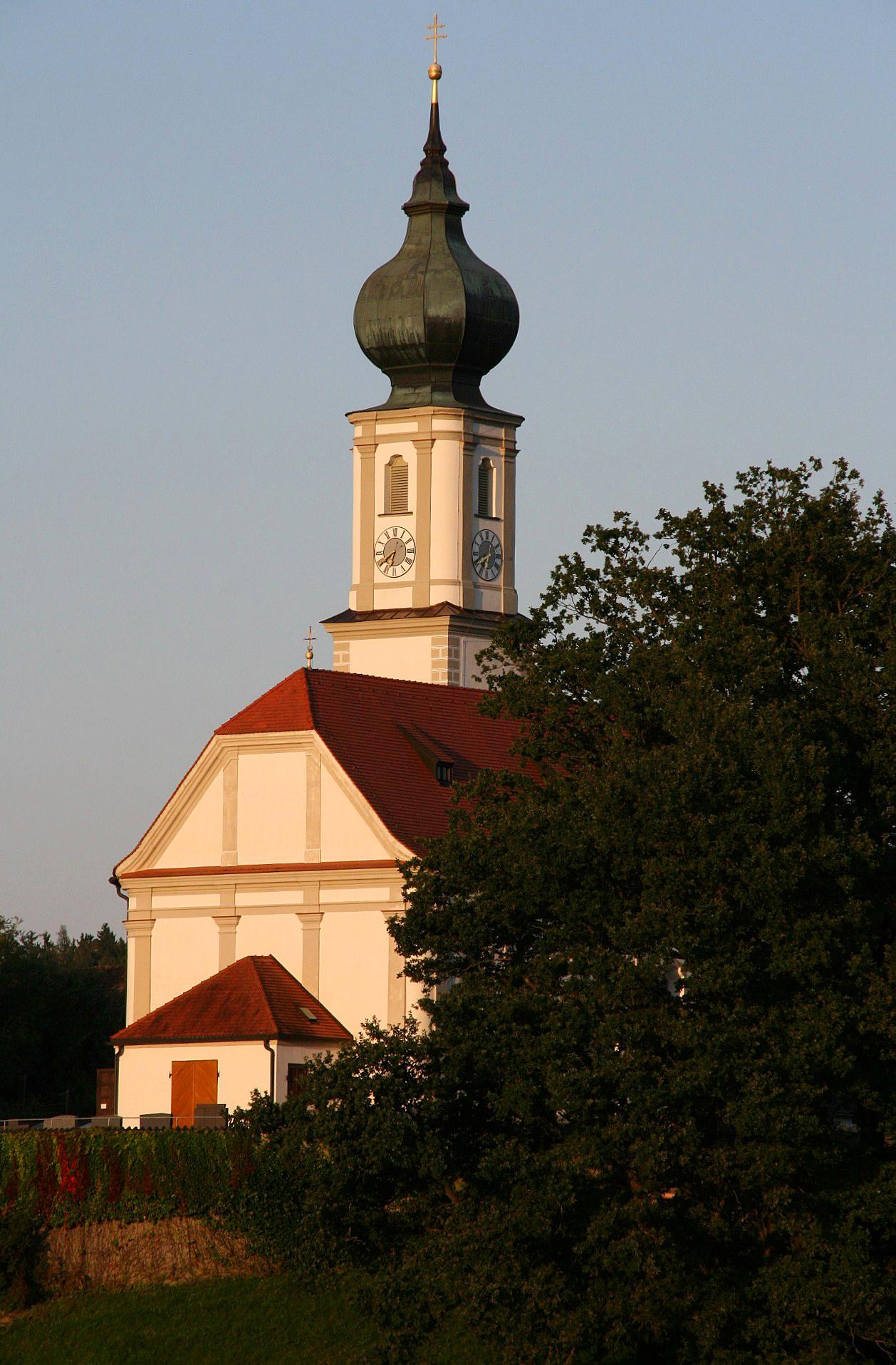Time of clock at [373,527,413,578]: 6:39
